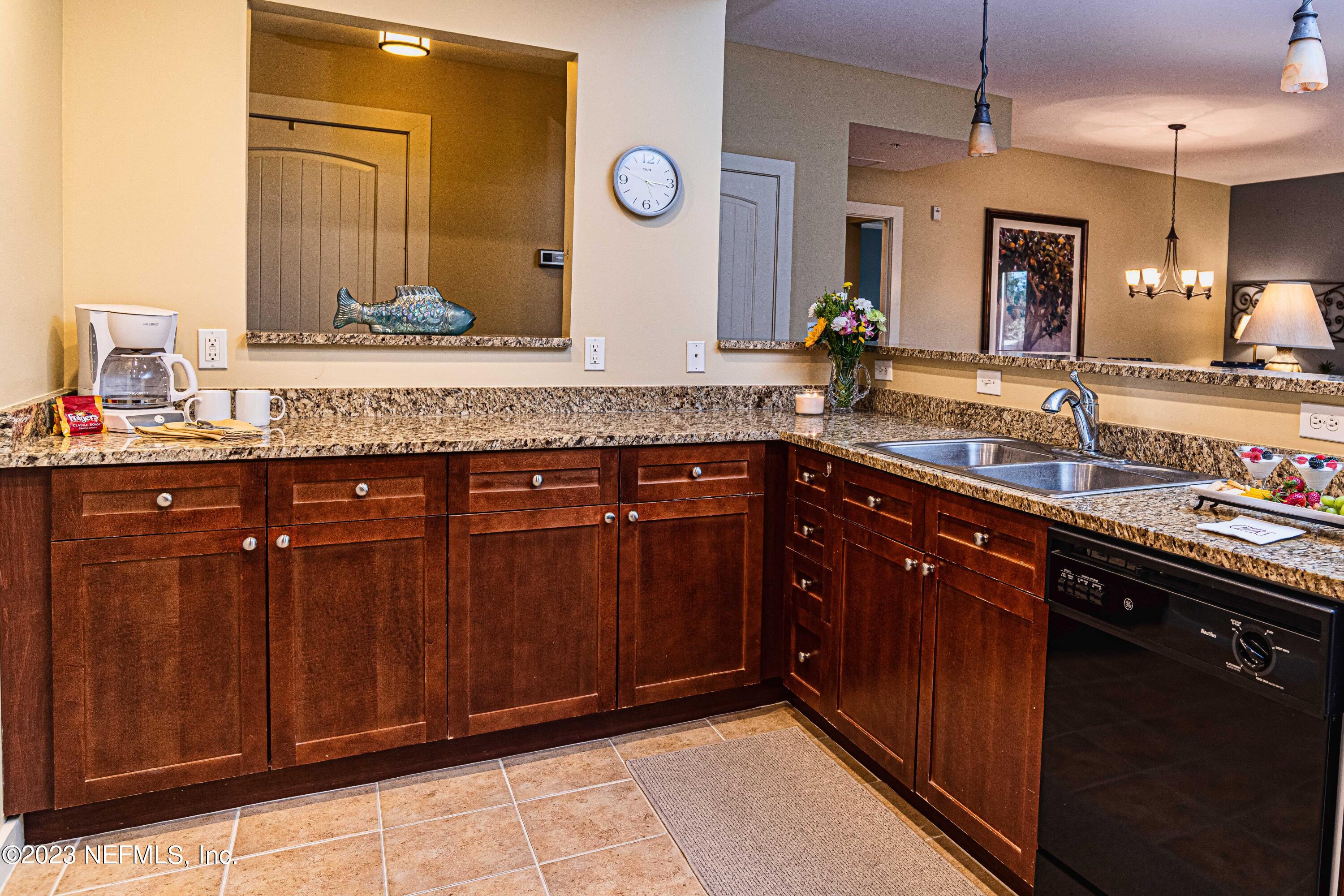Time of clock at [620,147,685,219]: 5:16
